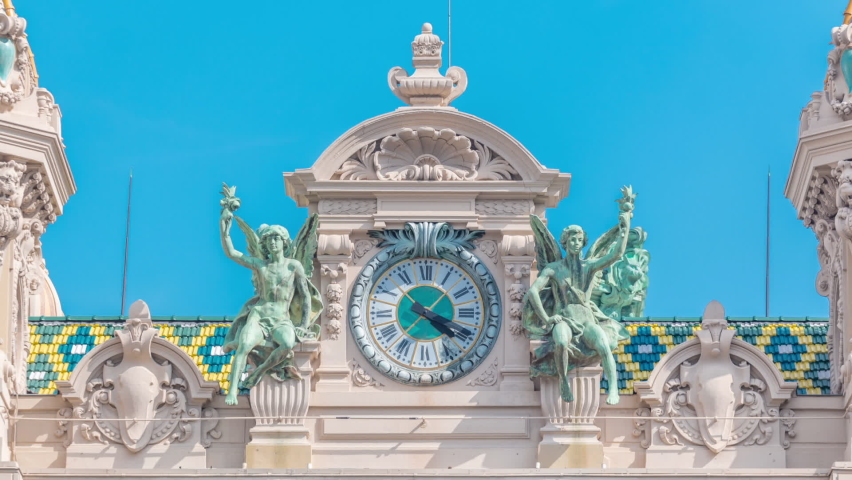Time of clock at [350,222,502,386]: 4:18
